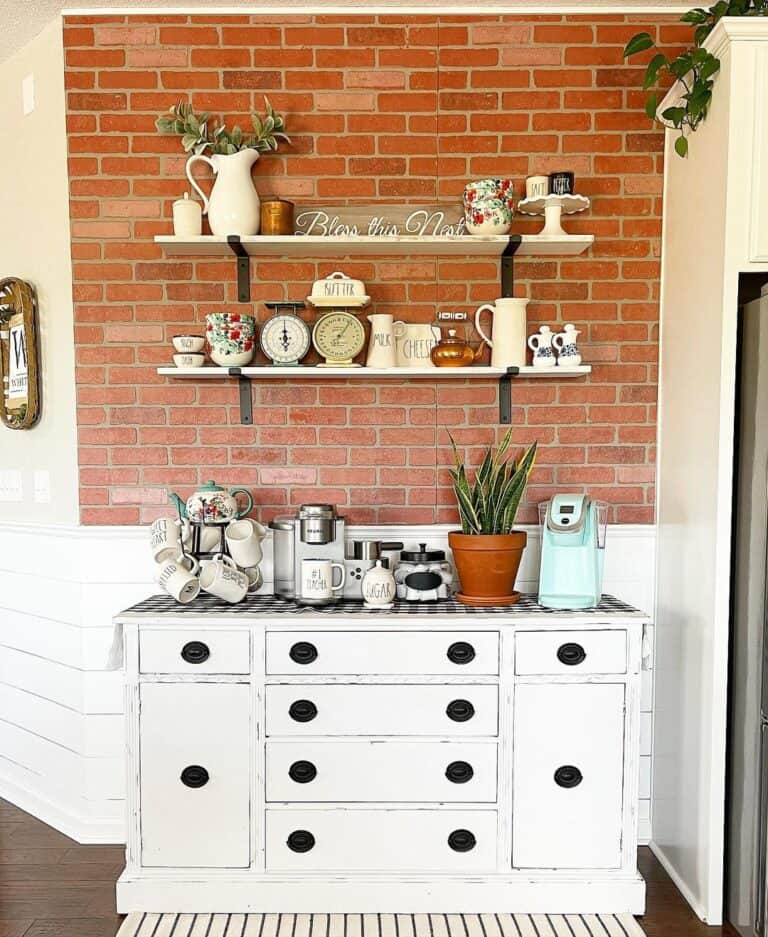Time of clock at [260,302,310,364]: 5:59
